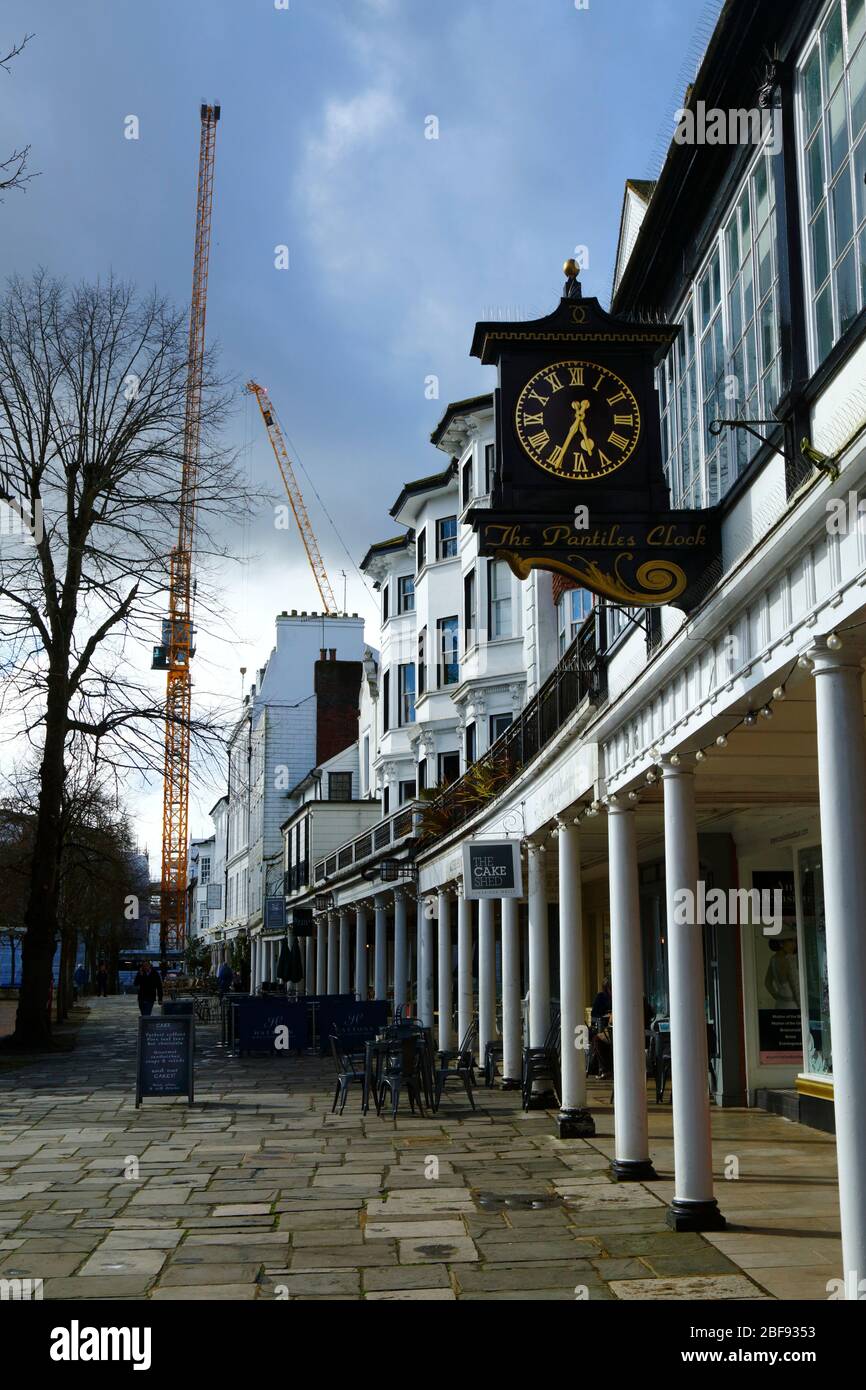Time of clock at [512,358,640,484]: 5:34
